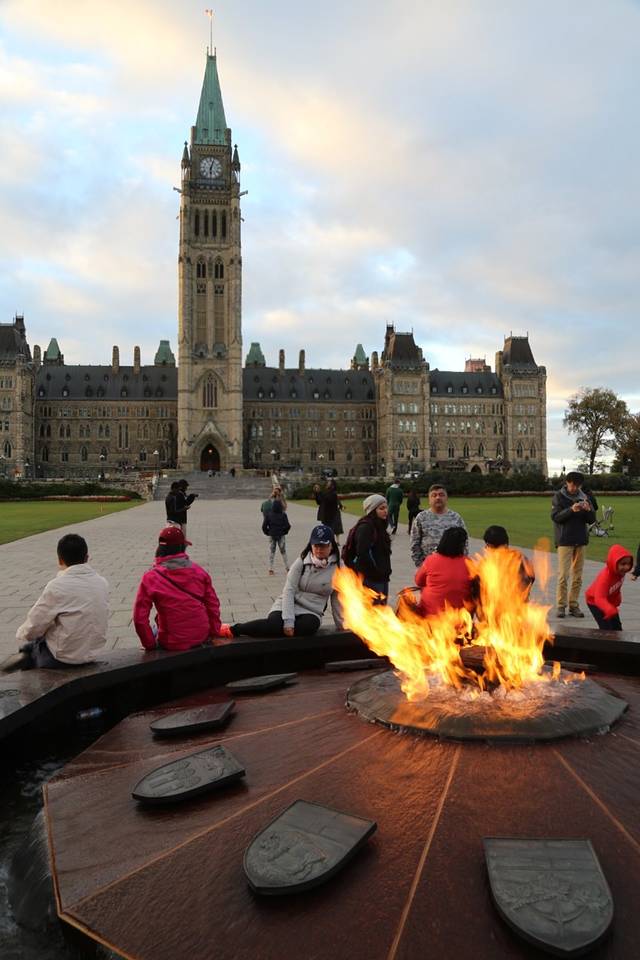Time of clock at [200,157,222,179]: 6:03
